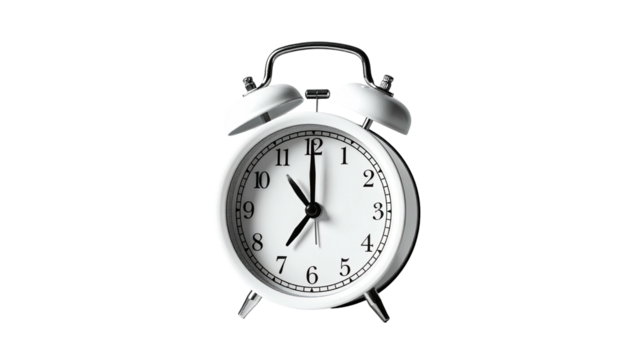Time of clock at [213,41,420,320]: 7:00
